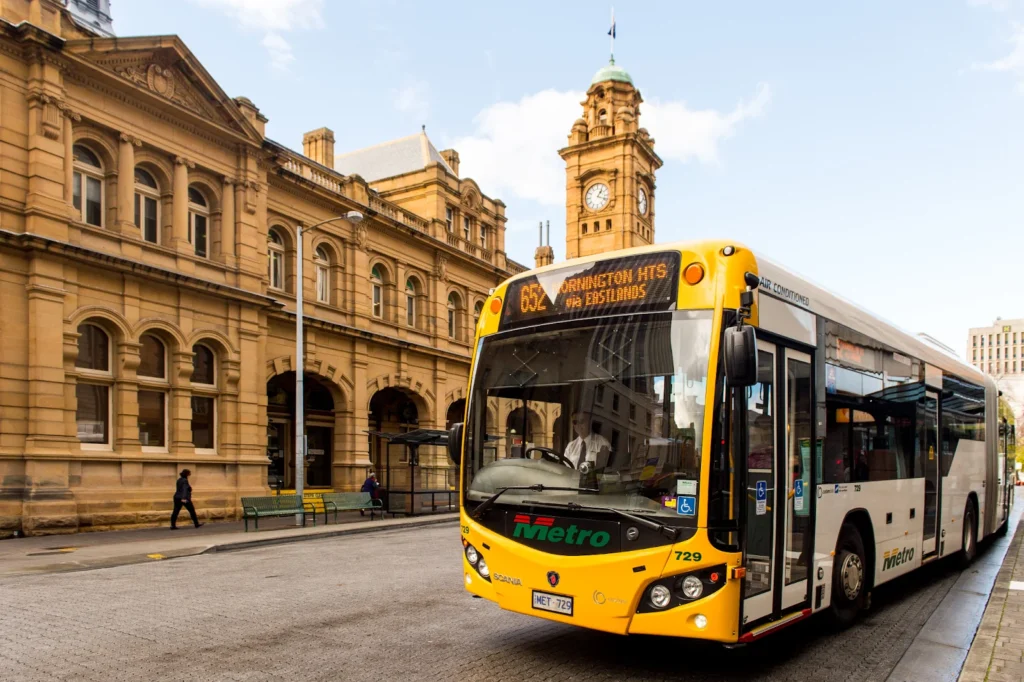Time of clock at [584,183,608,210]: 1:18
